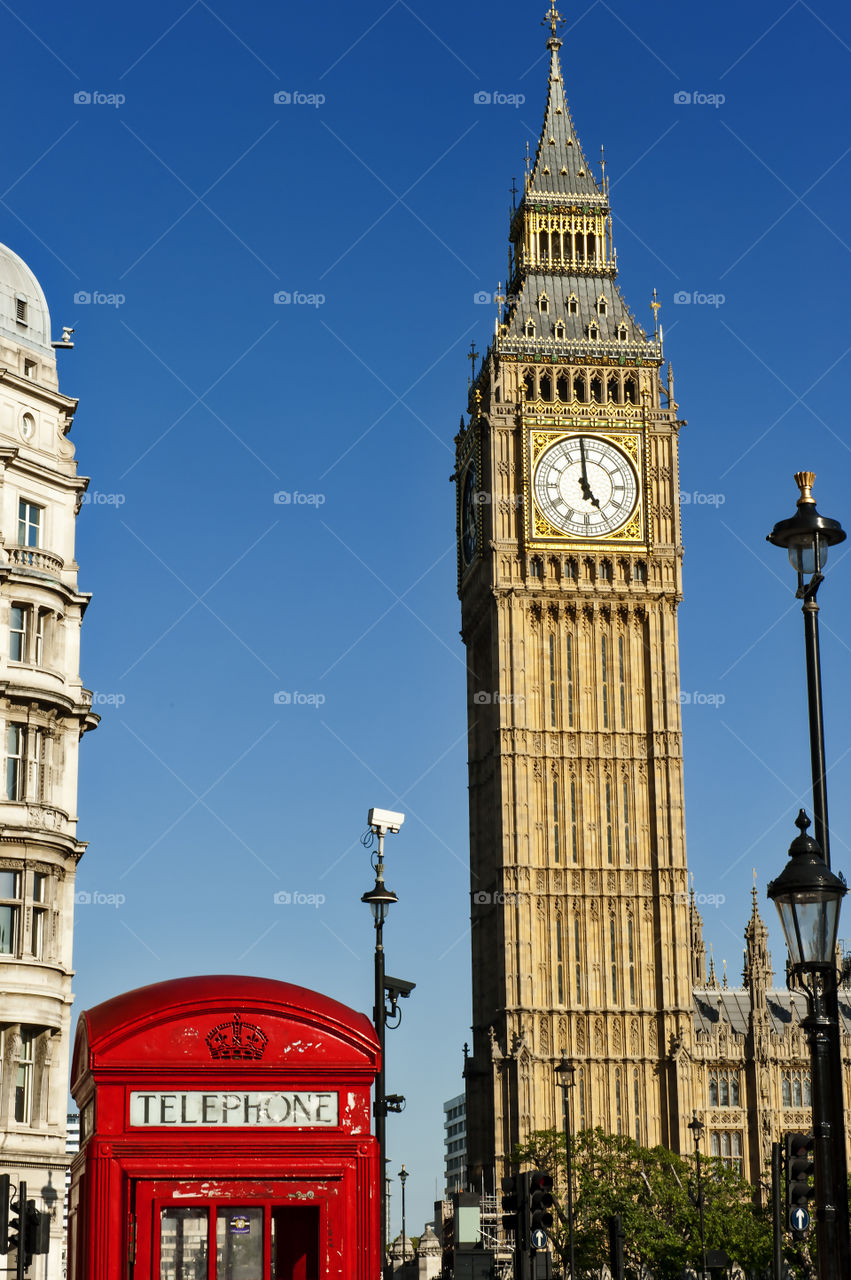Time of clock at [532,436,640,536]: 4:59
